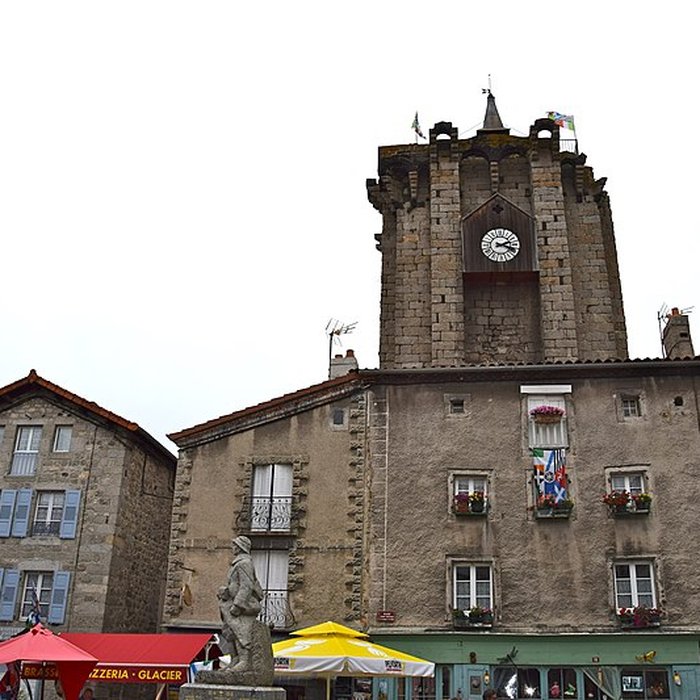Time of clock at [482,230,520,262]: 2:18
